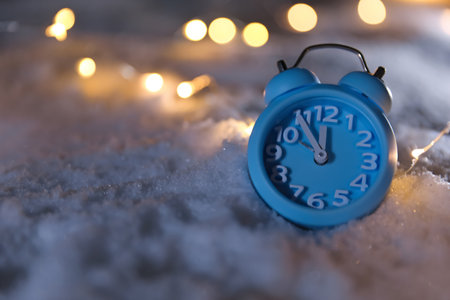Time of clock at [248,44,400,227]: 11:54
